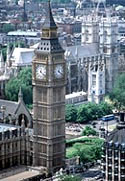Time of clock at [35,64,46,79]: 12:21
